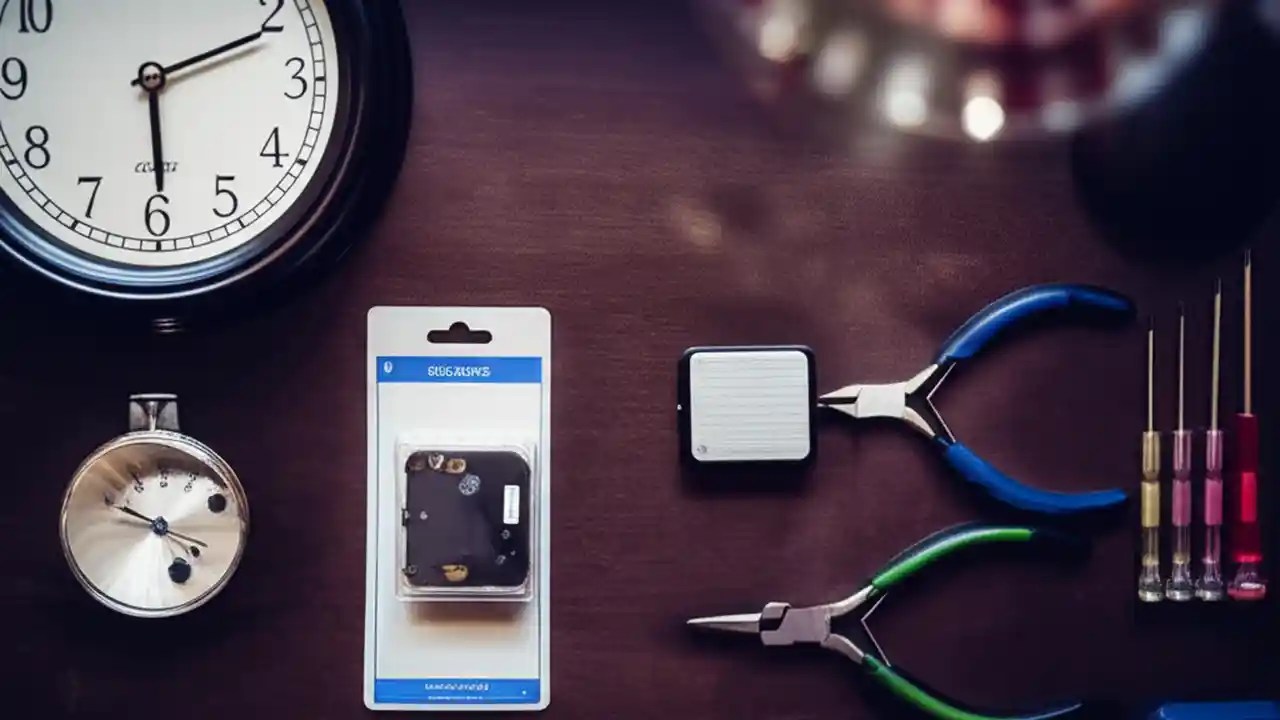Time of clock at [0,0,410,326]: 2:29
